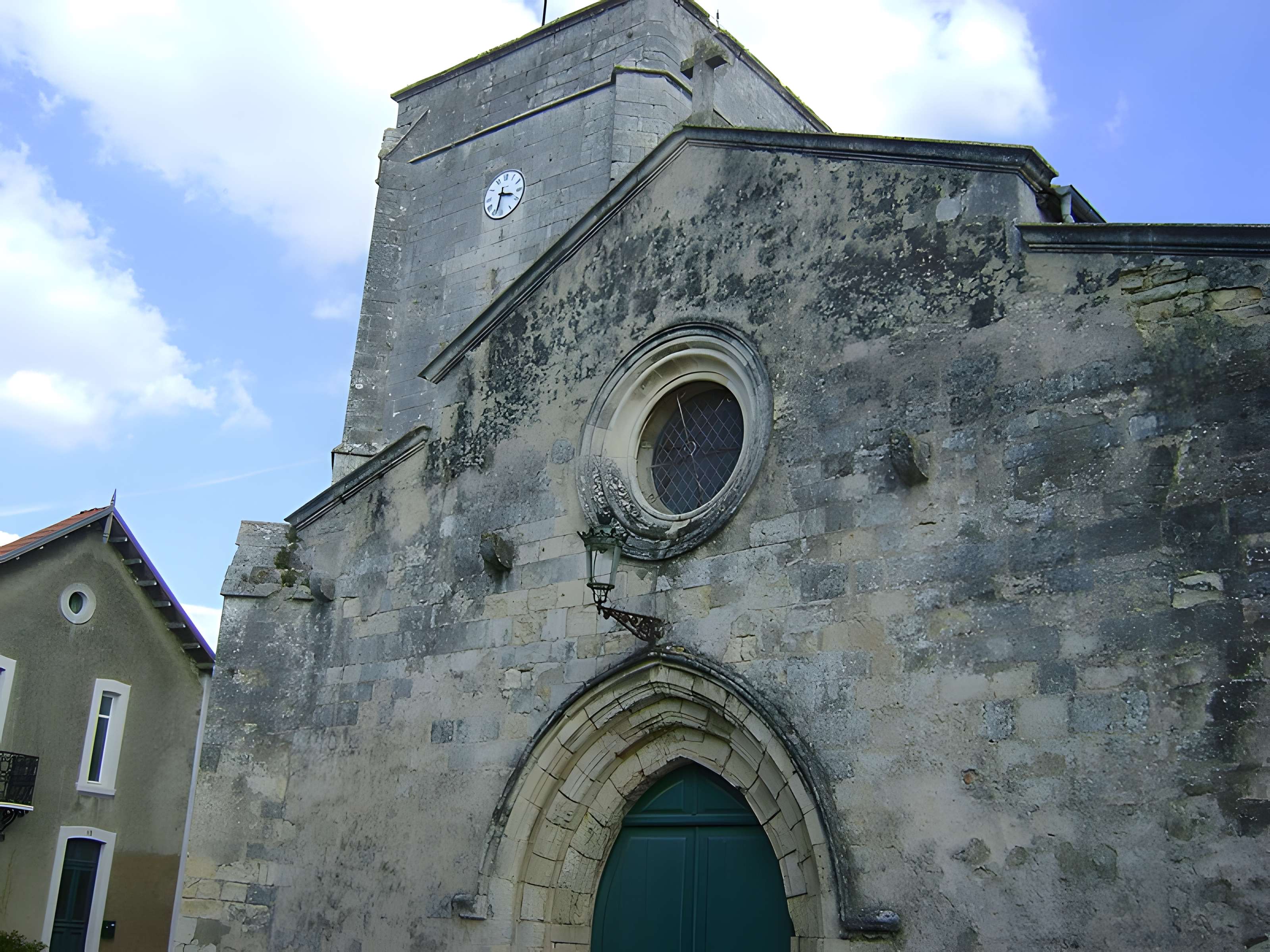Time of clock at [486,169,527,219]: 3:32
